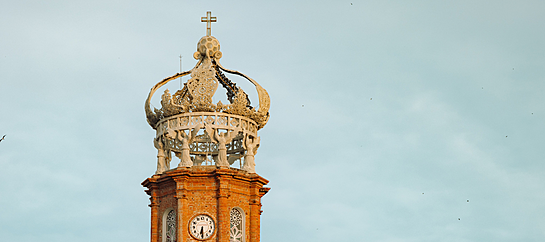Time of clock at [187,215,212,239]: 6:29
